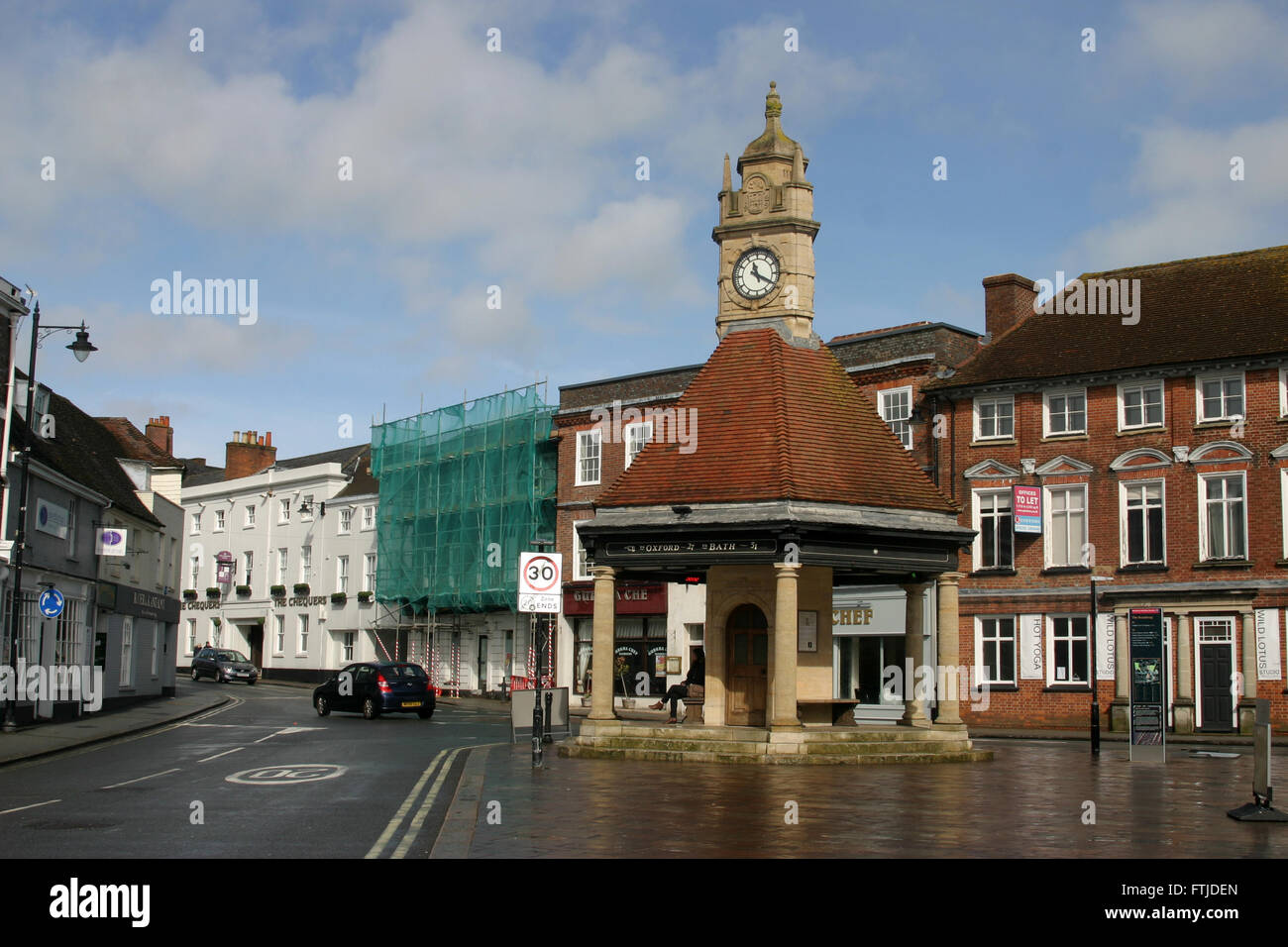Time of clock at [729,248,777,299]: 11:19
